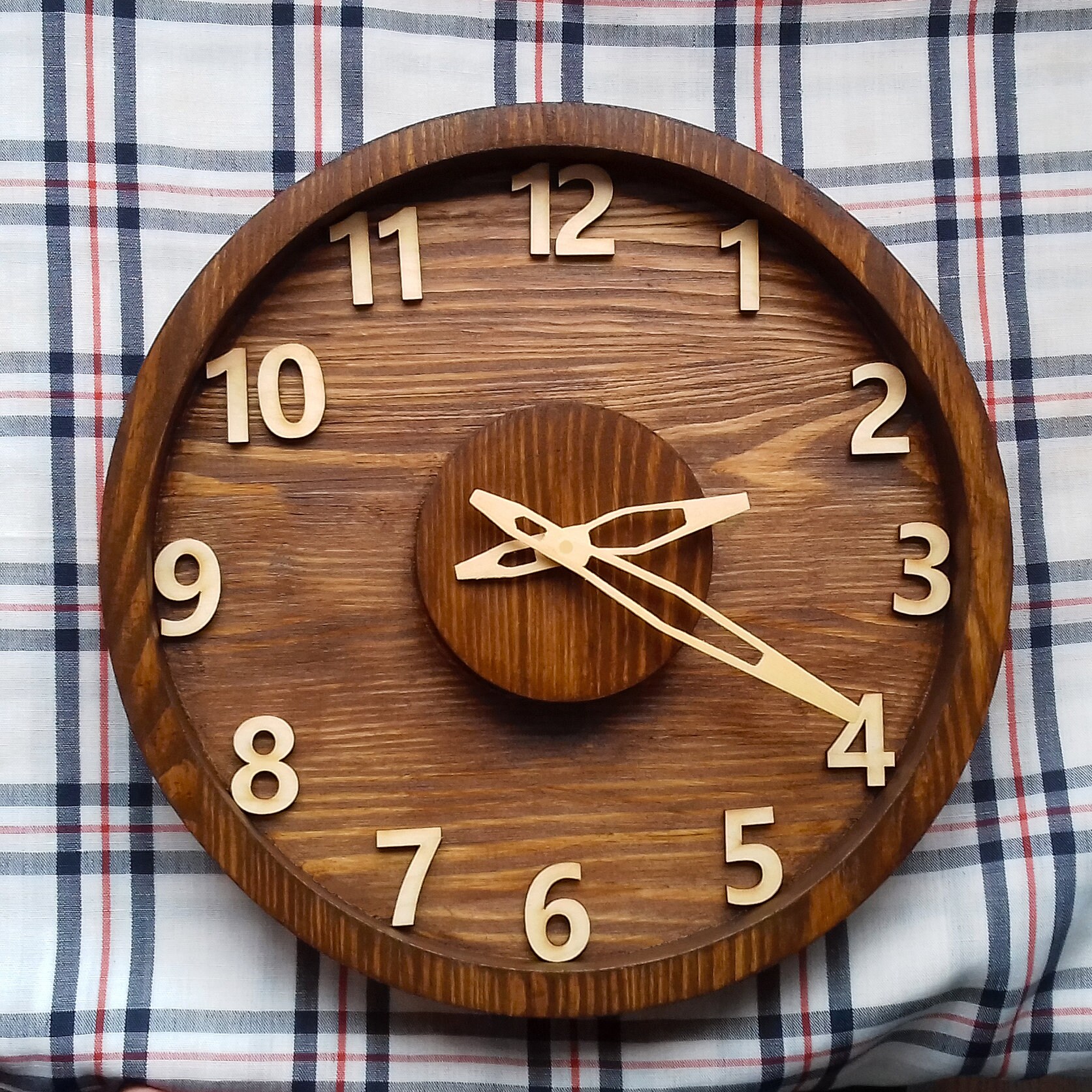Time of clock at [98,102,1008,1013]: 2:19
